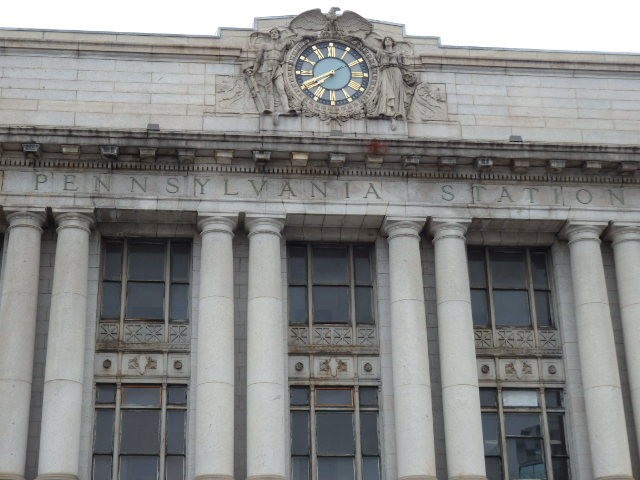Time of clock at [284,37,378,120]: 7:40
